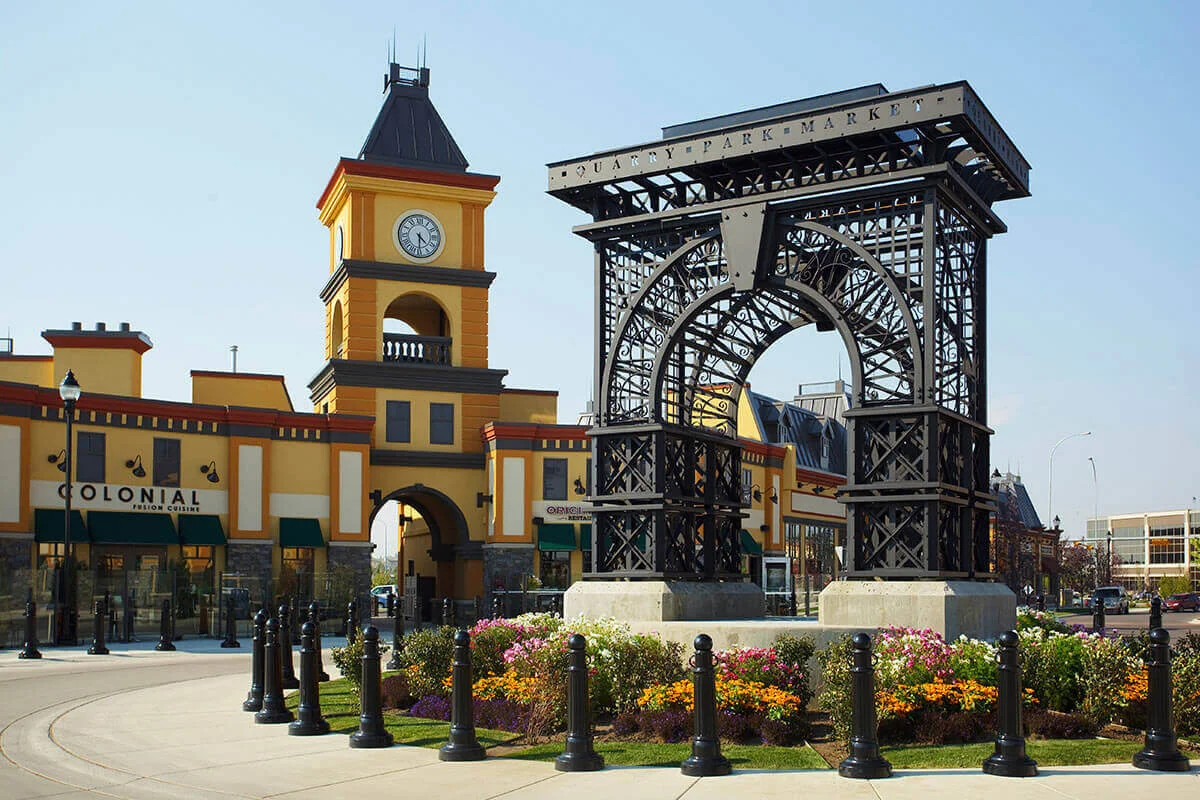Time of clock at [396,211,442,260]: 4:29
